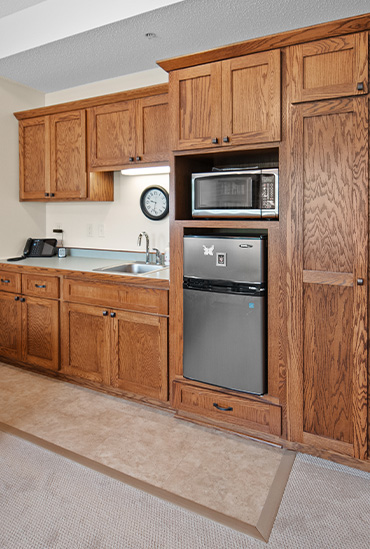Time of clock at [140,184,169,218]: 9:32
